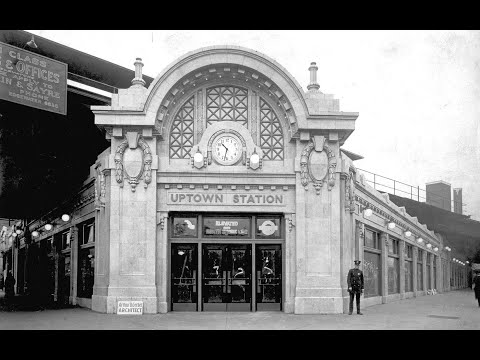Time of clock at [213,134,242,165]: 10:32
